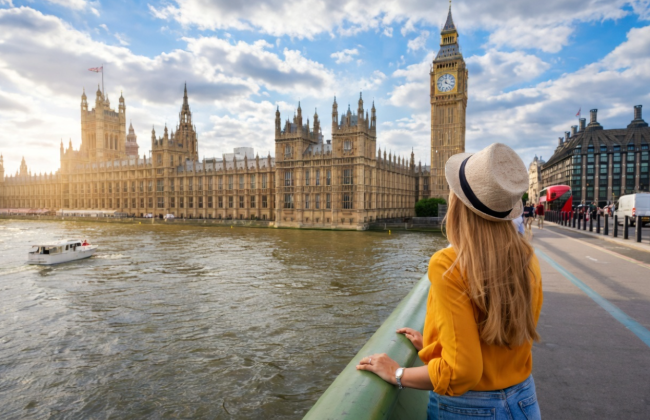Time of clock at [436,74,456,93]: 4:00
